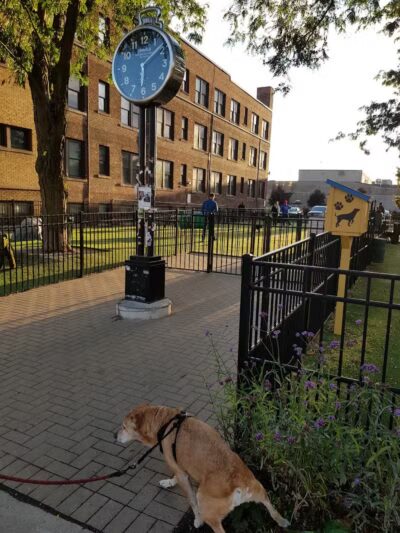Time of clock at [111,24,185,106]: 6:09
